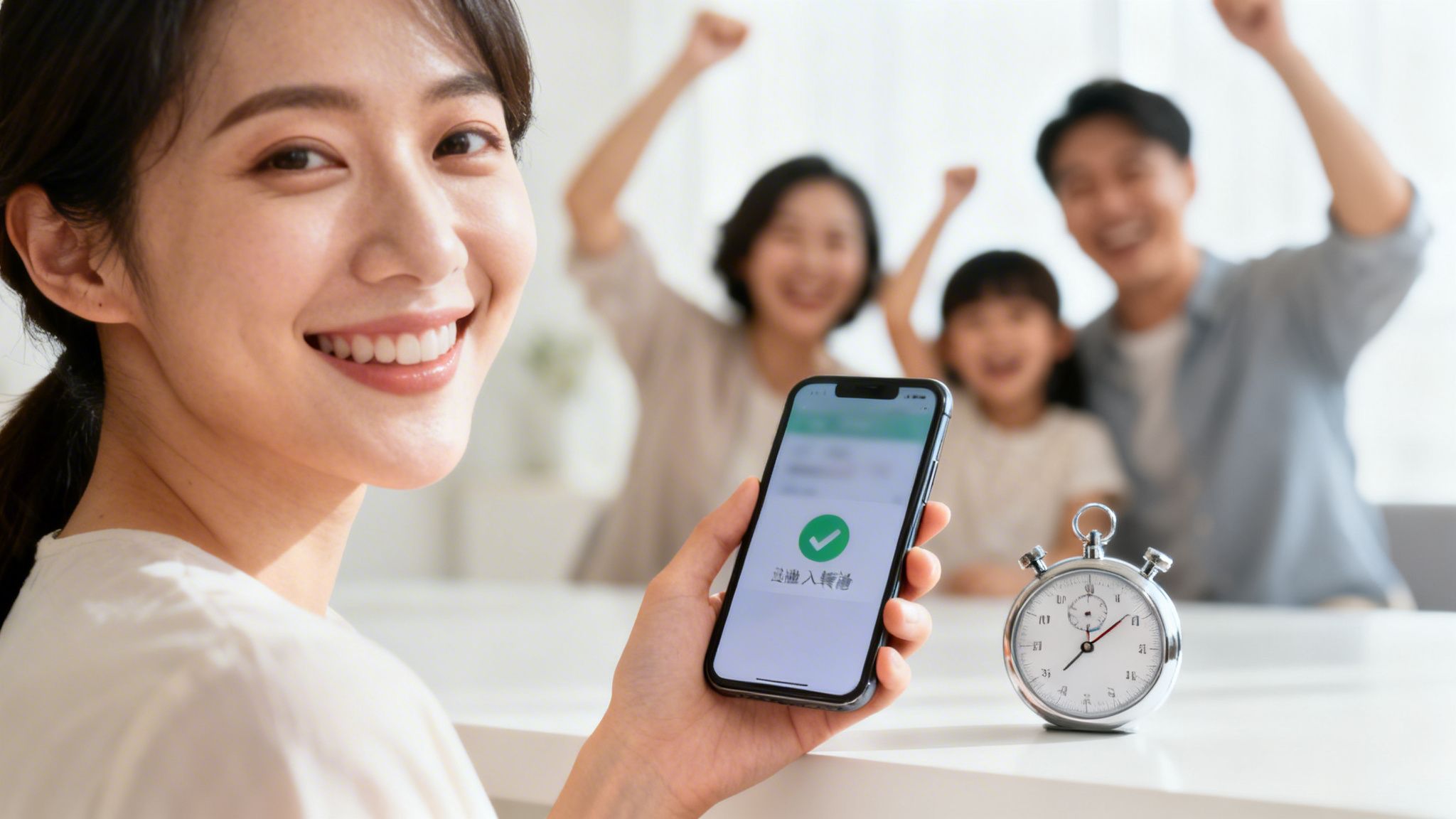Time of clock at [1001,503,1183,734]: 12:08
